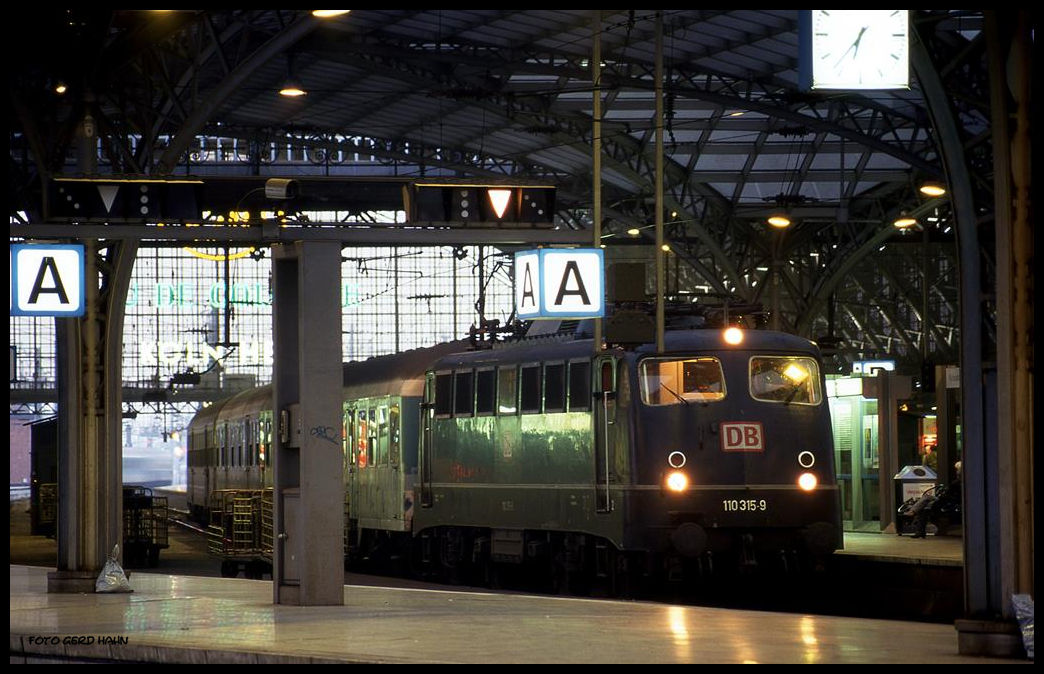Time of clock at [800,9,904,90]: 6:36
